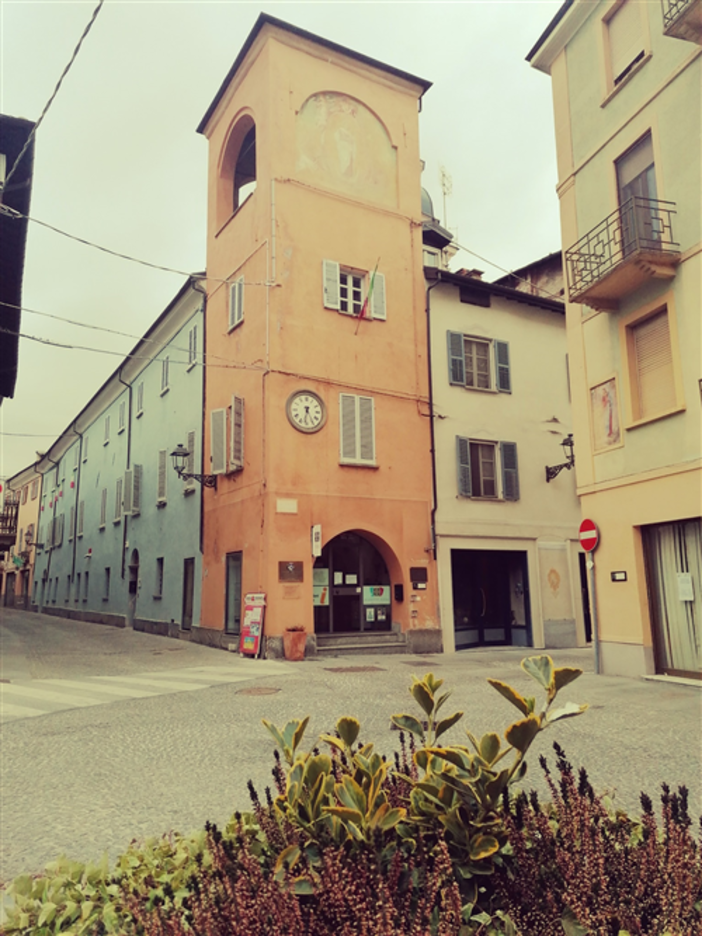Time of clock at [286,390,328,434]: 6:25
